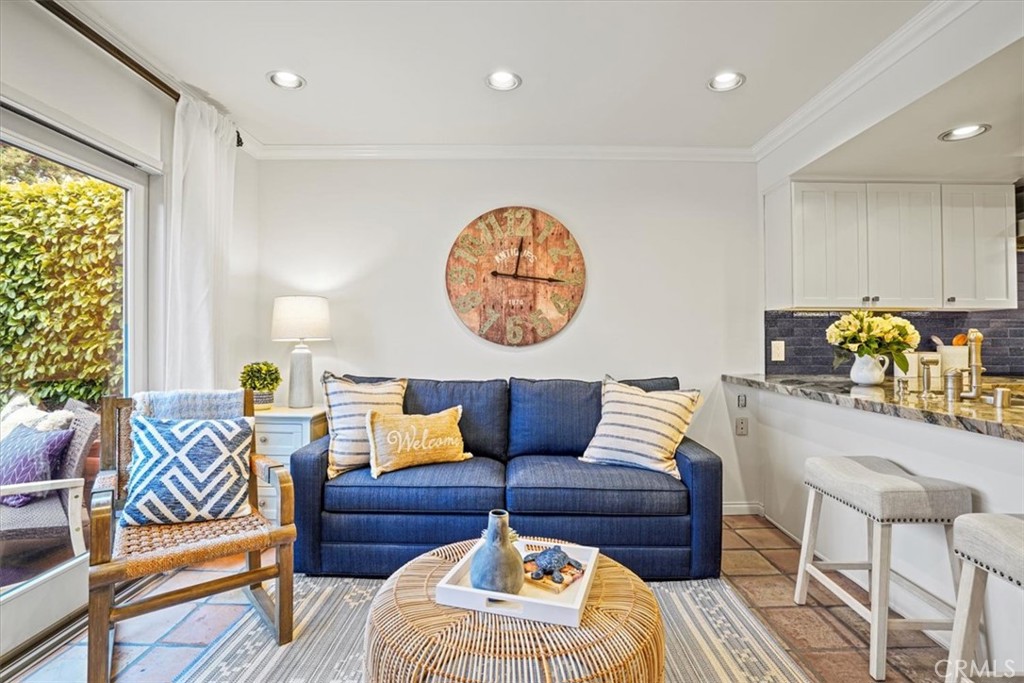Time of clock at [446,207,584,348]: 12:16
